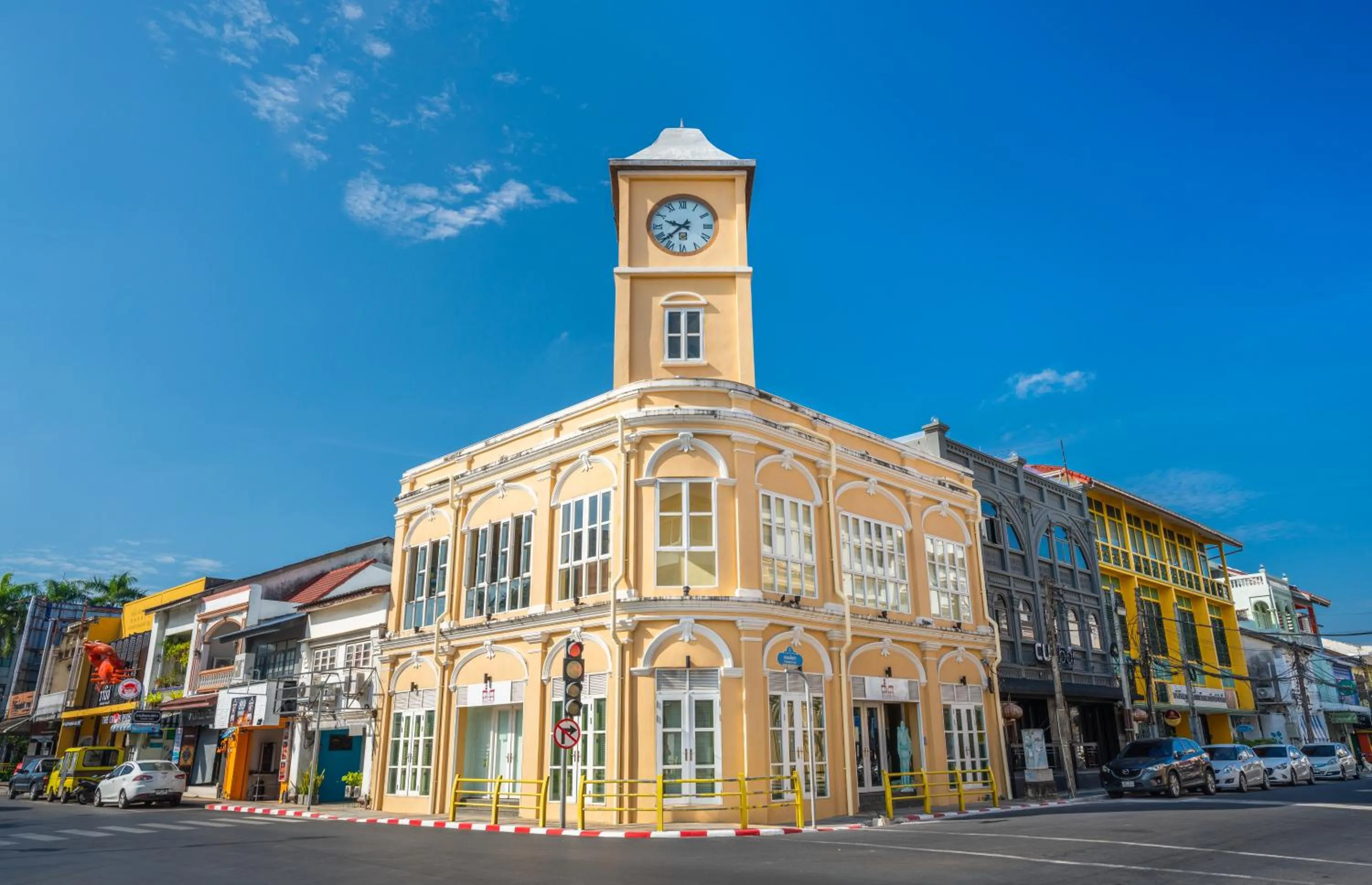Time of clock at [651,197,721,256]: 9:37
